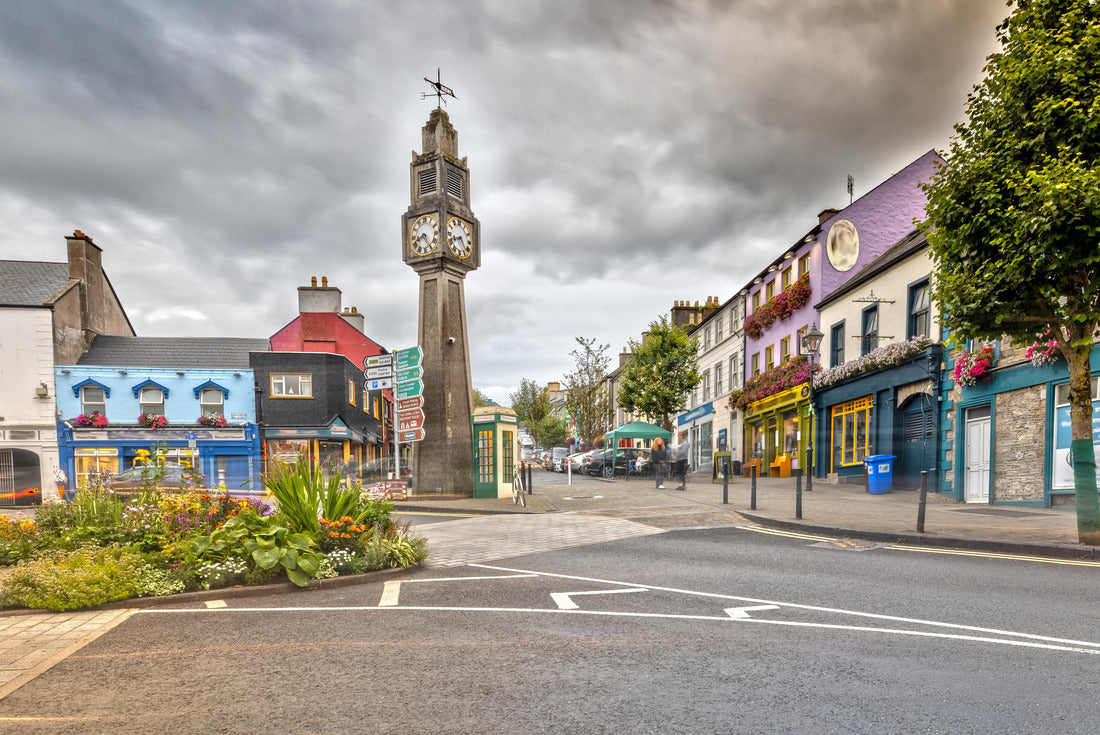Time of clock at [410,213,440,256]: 8:24
